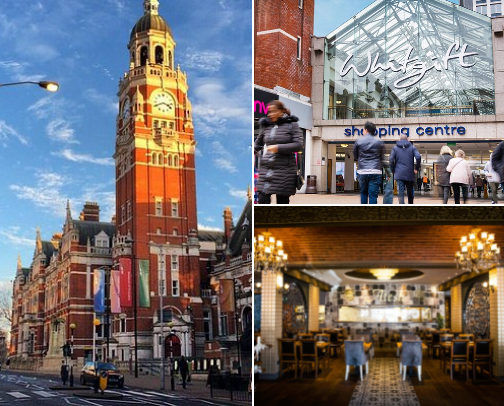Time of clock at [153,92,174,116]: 3:40
